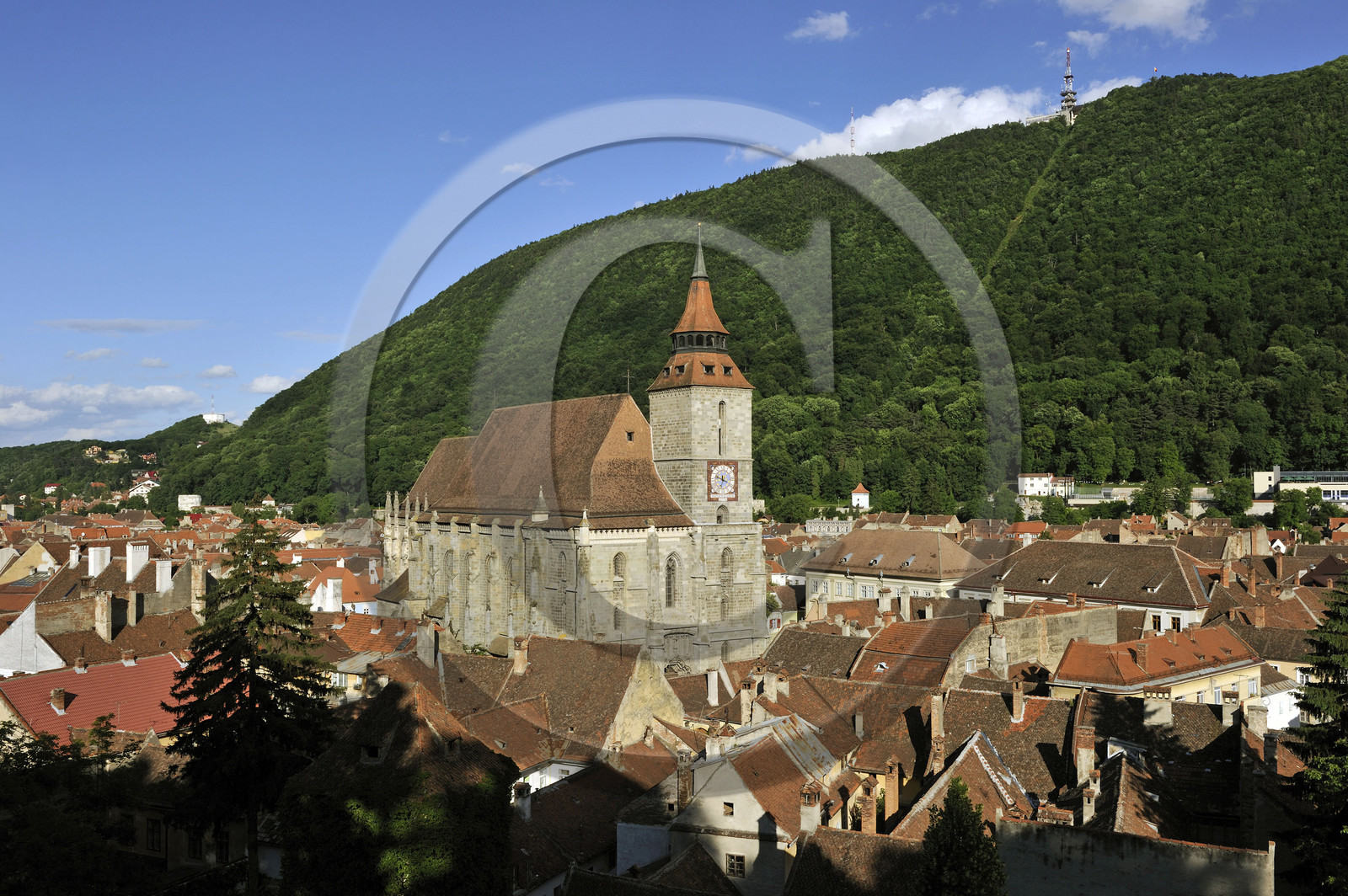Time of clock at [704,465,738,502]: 11:48
